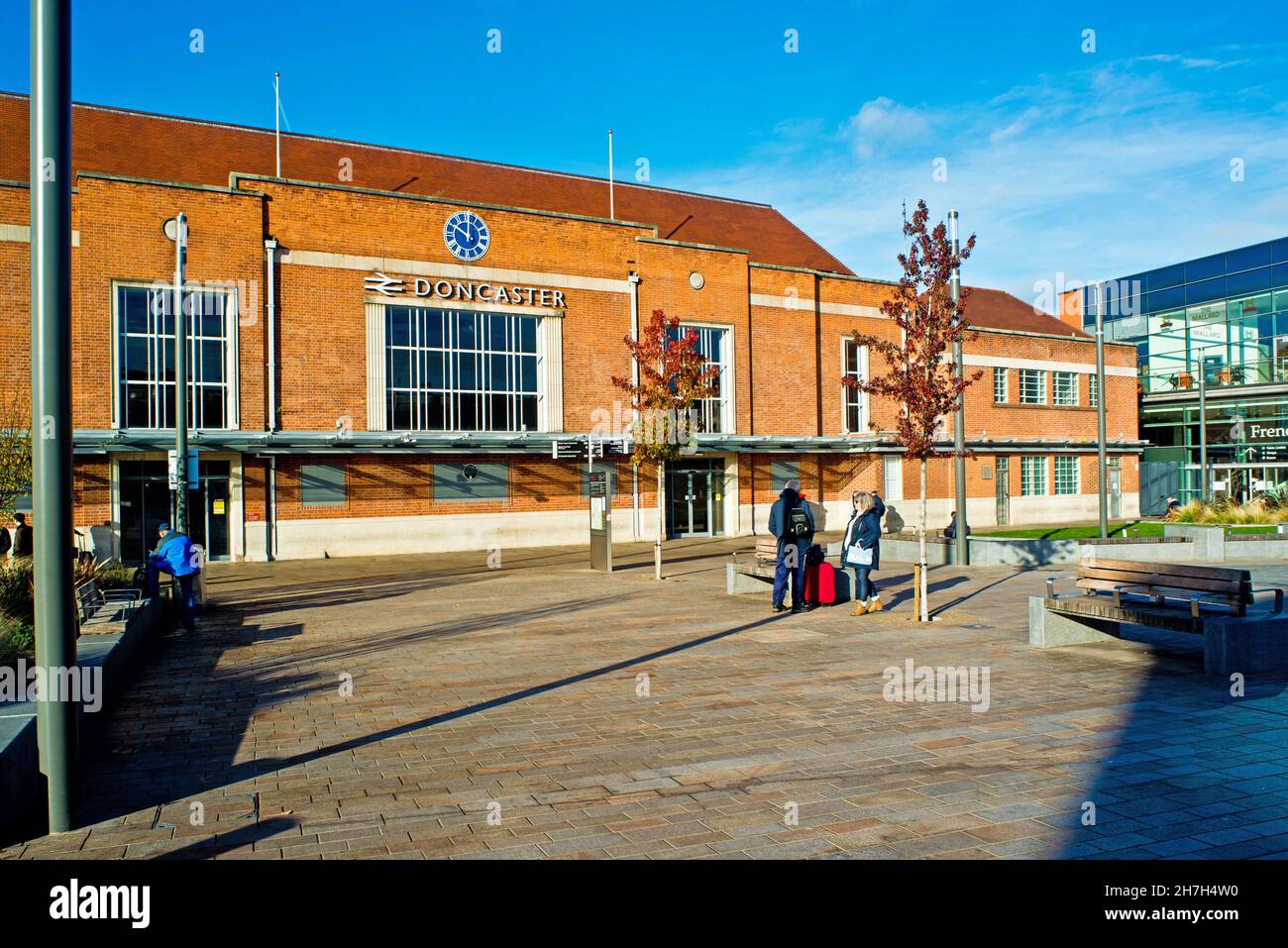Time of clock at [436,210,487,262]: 10:00
